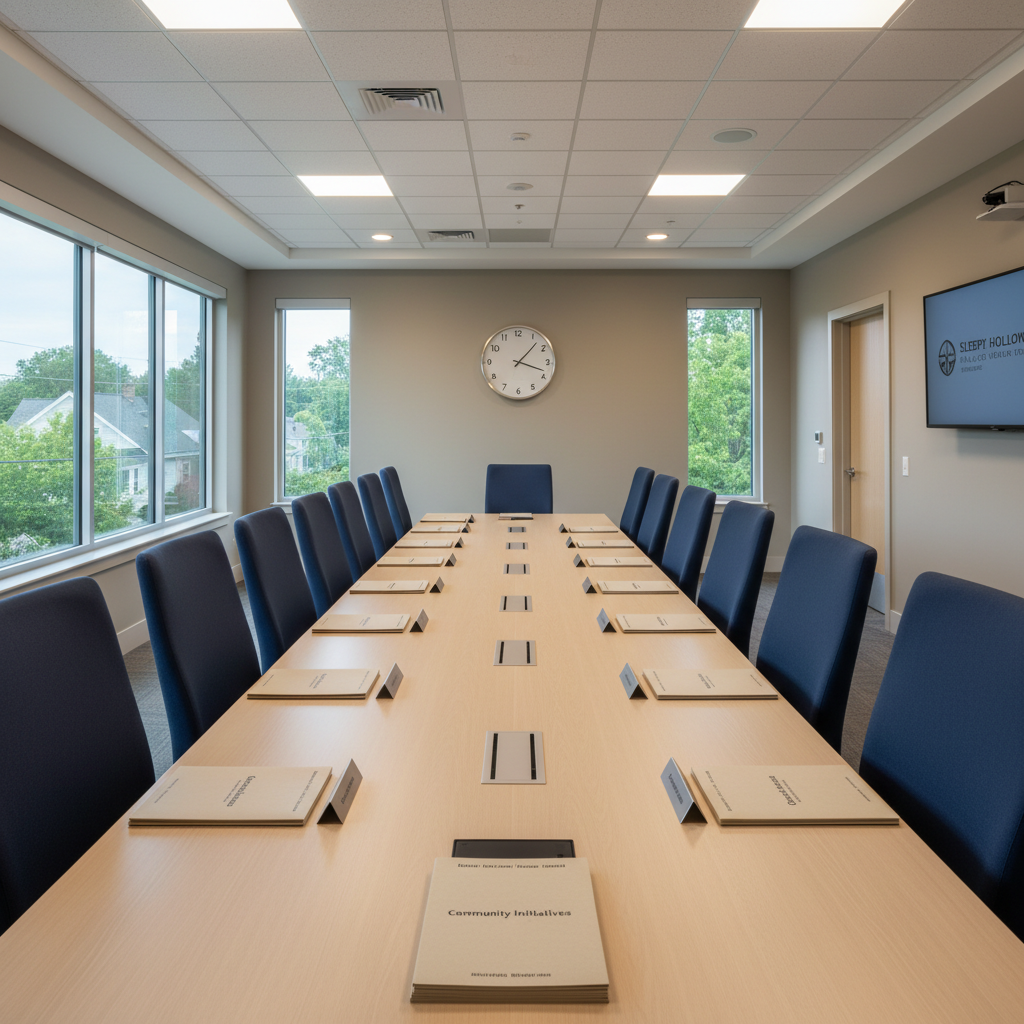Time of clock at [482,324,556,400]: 1:18
